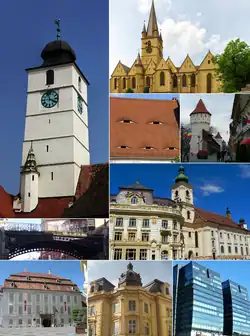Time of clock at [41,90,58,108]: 11:19
